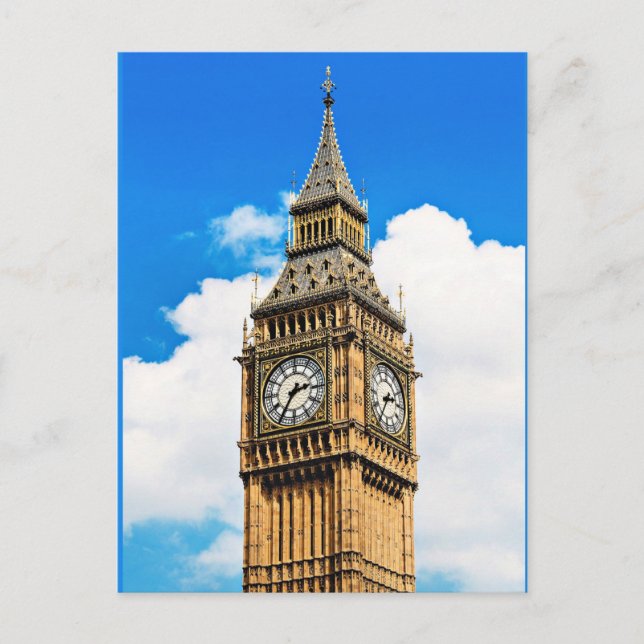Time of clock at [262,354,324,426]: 2:35
